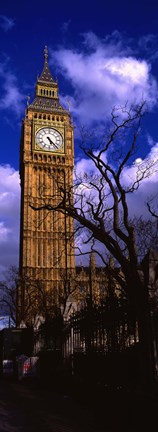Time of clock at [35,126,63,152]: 5:23
